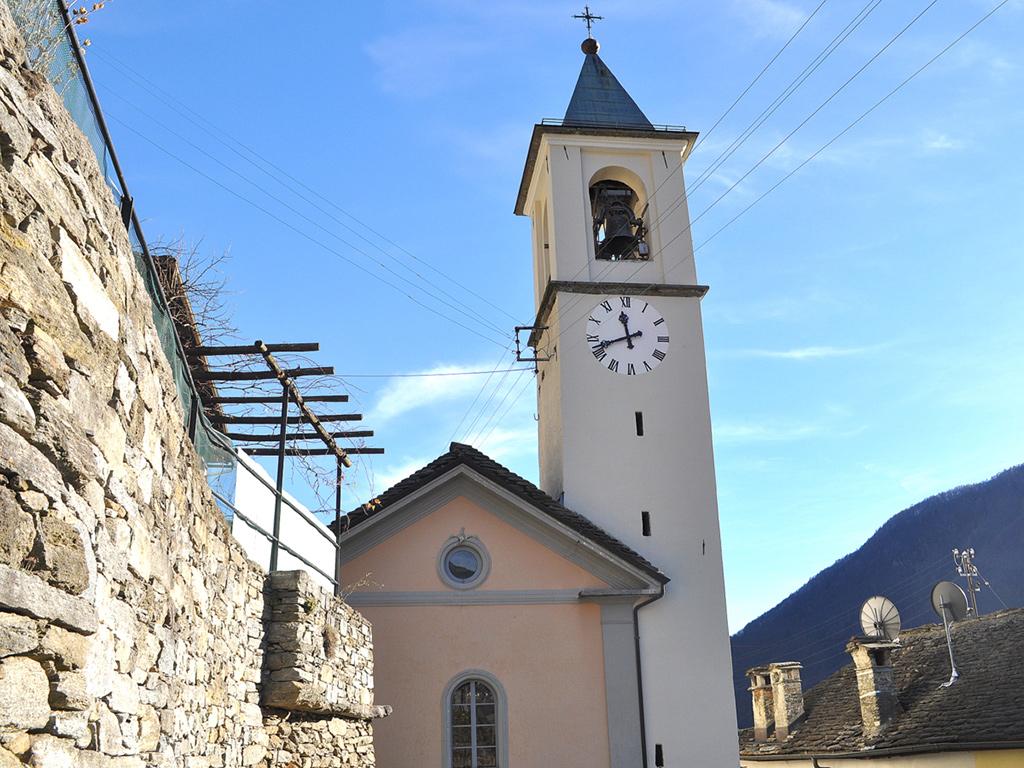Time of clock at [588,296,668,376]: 11:42
